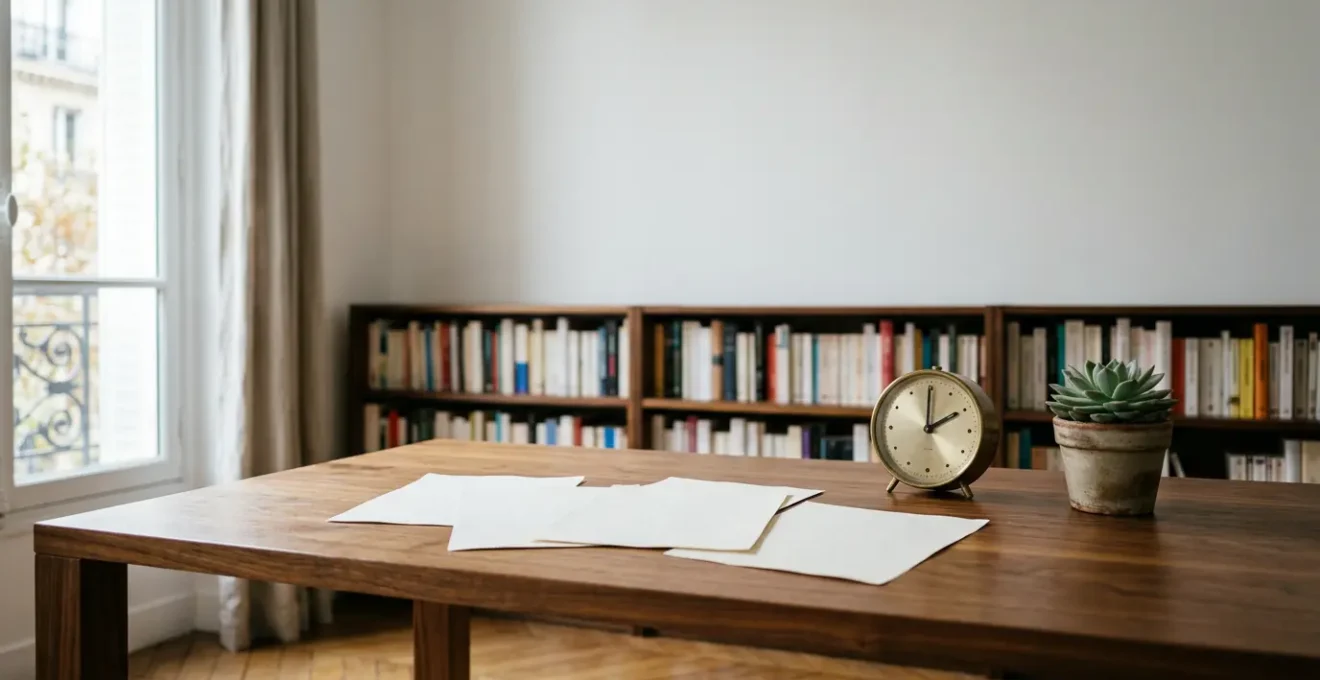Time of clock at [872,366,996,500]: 2:00
